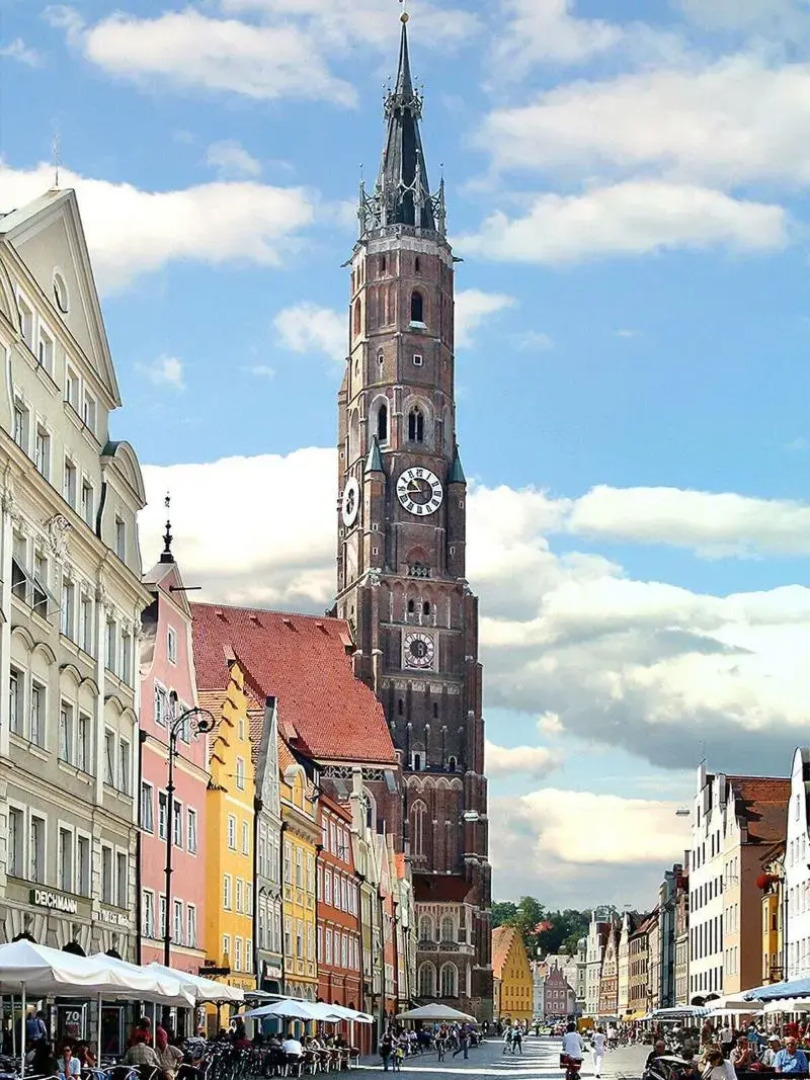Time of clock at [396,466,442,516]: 10:42
